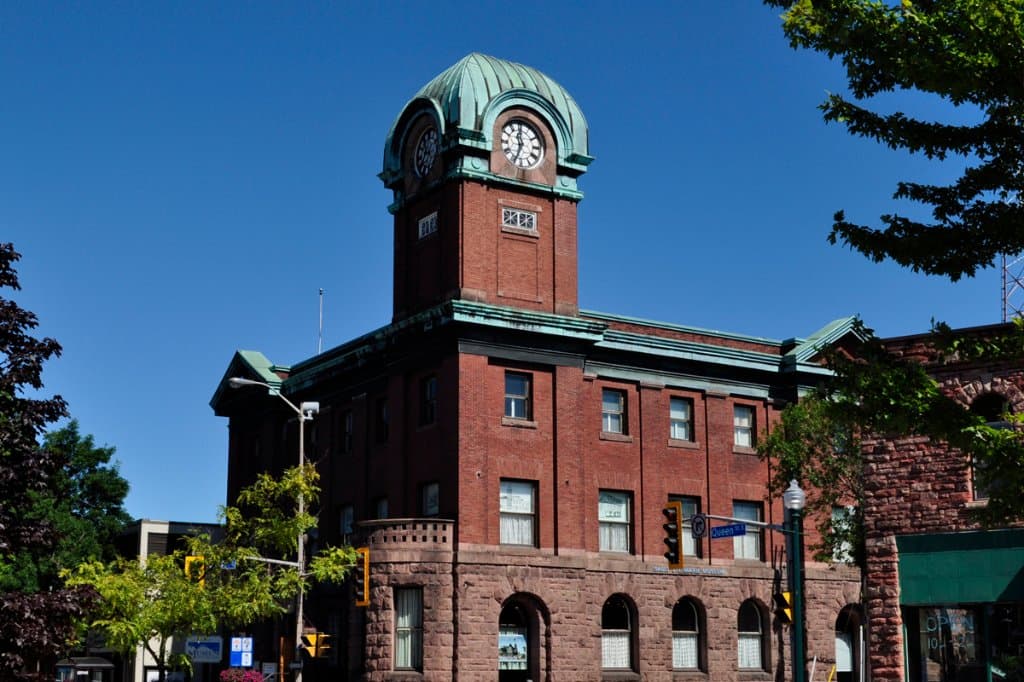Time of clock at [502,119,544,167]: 11:33
